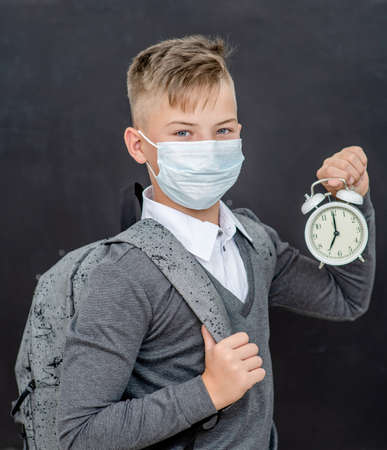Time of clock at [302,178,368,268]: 7:00
